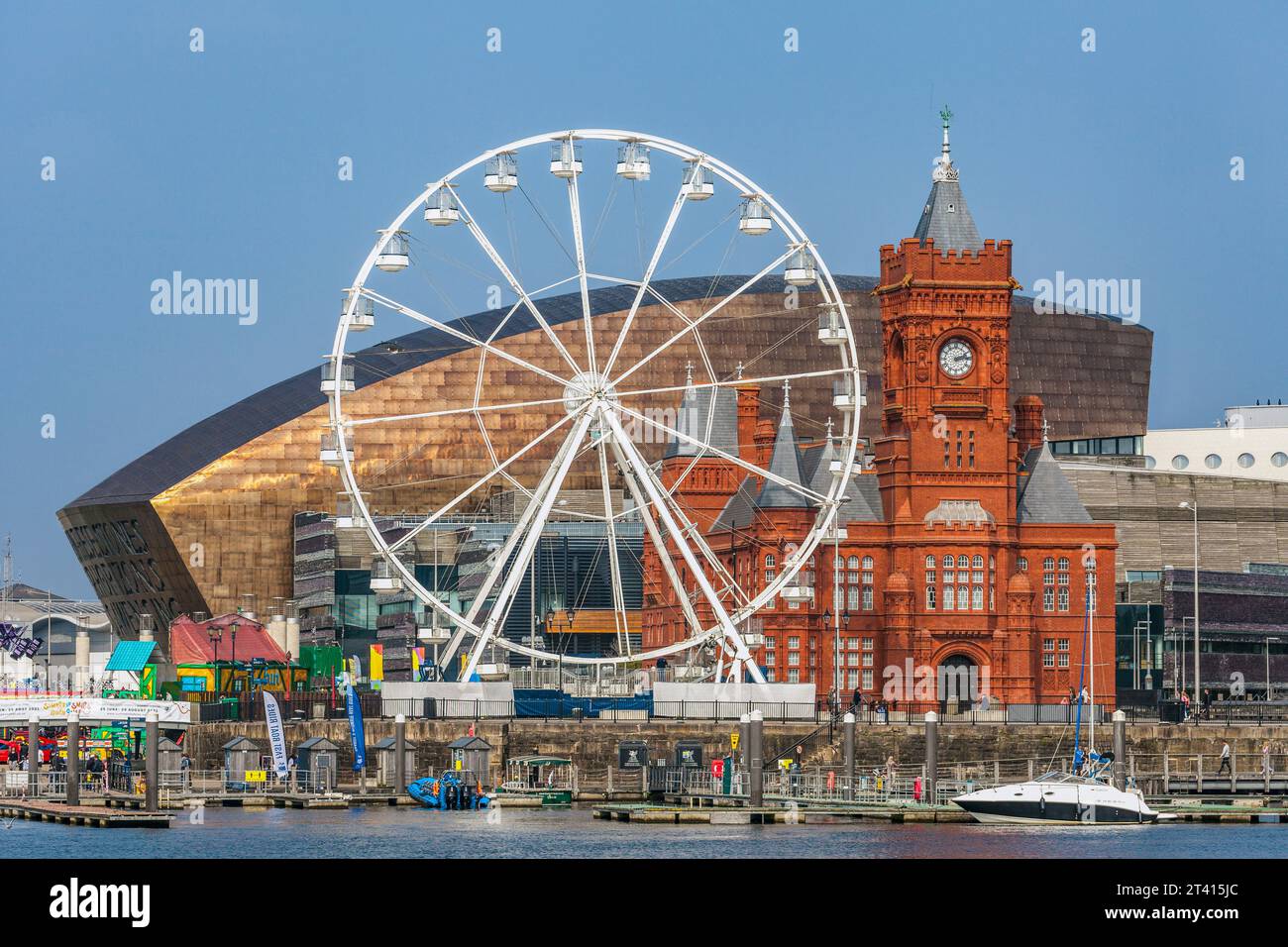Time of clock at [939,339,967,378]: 2:13
